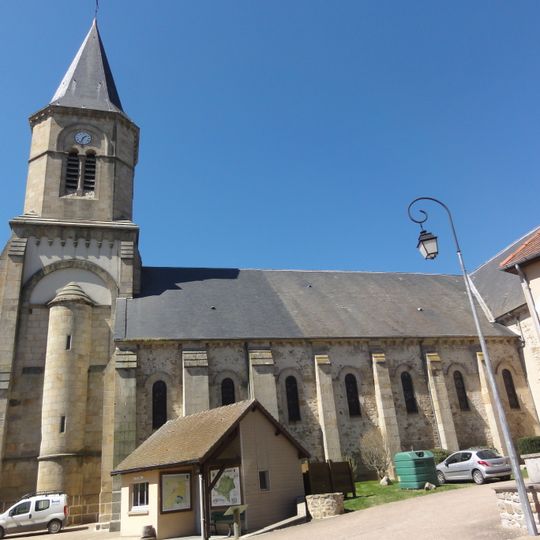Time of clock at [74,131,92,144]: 1:33
